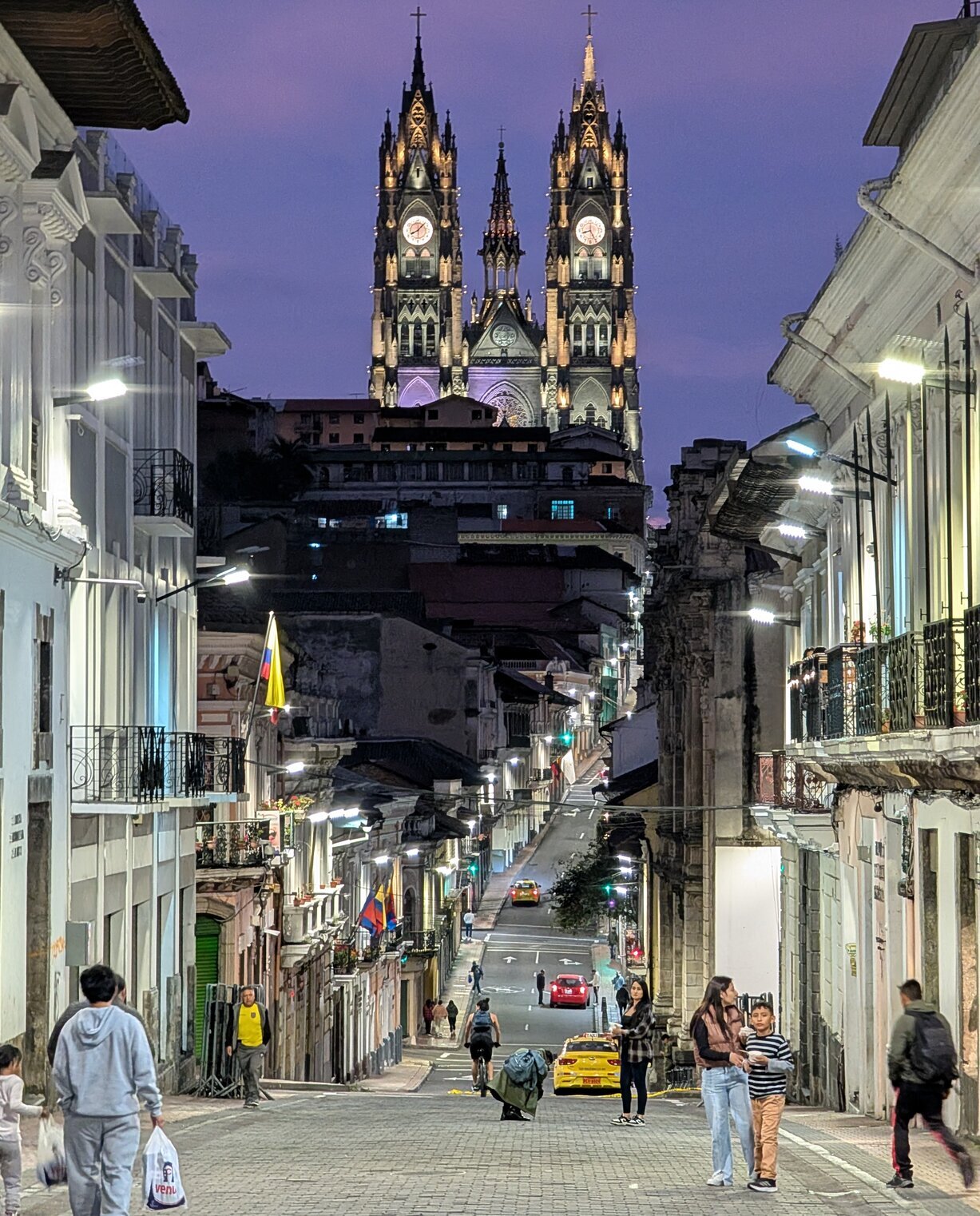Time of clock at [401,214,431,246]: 8:07
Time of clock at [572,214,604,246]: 8:25
